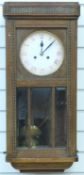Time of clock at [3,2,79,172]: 12:07
